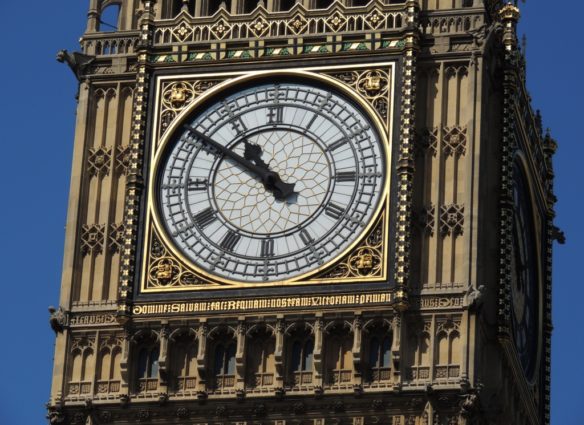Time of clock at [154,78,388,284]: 10:50
